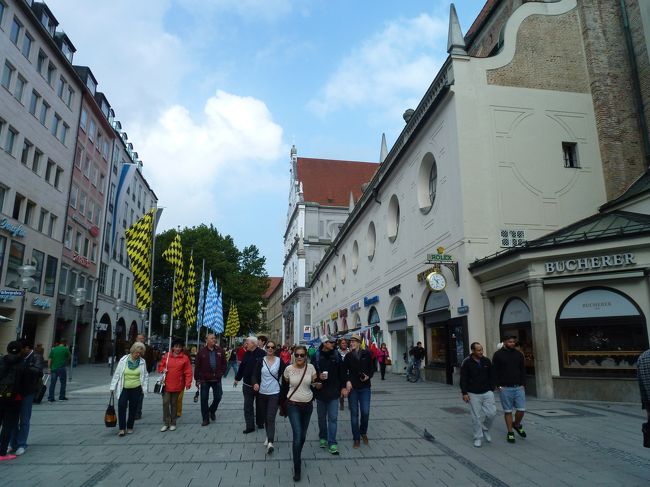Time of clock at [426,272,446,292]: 10:32
